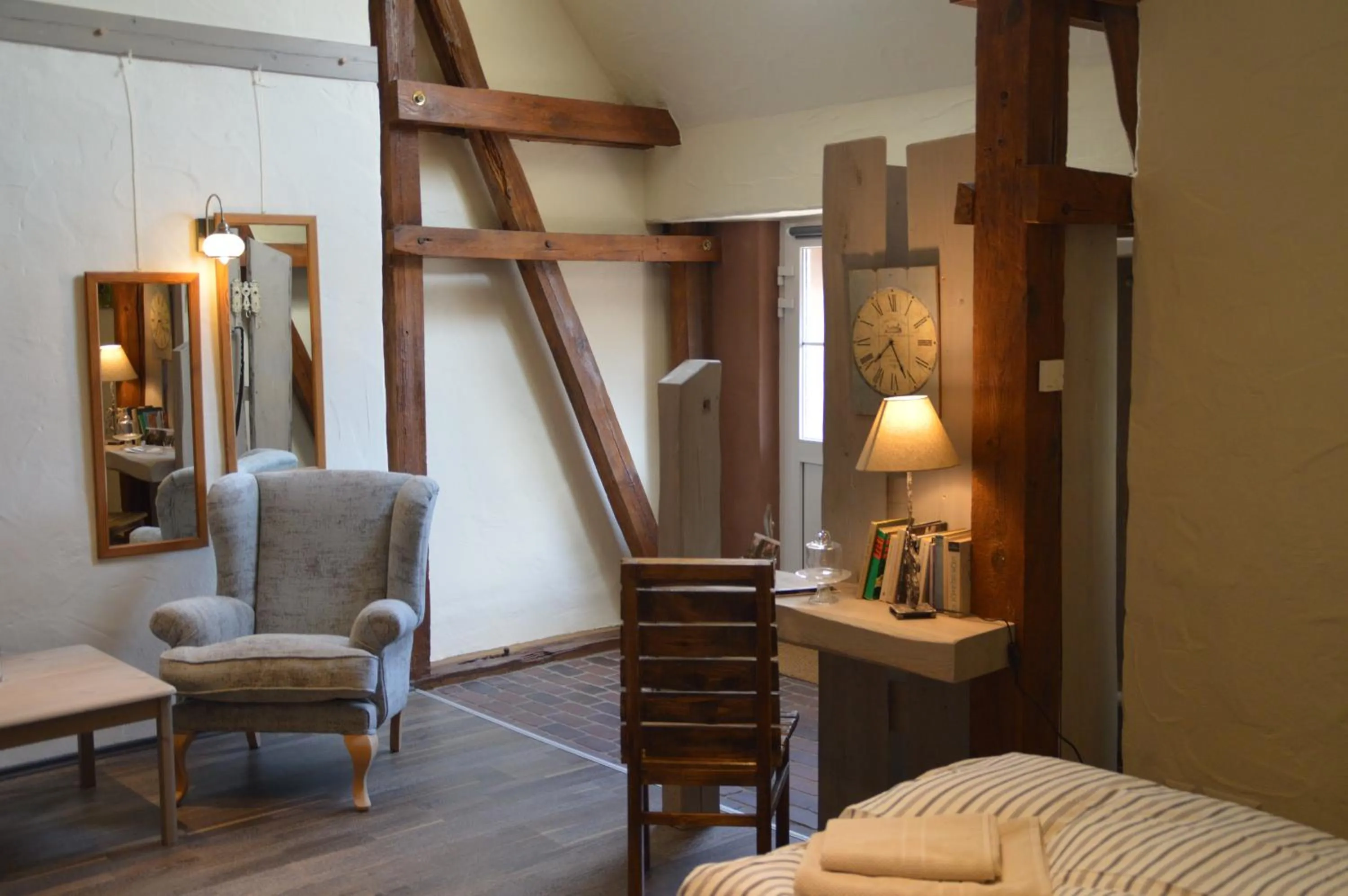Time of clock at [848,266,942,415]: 7:25
